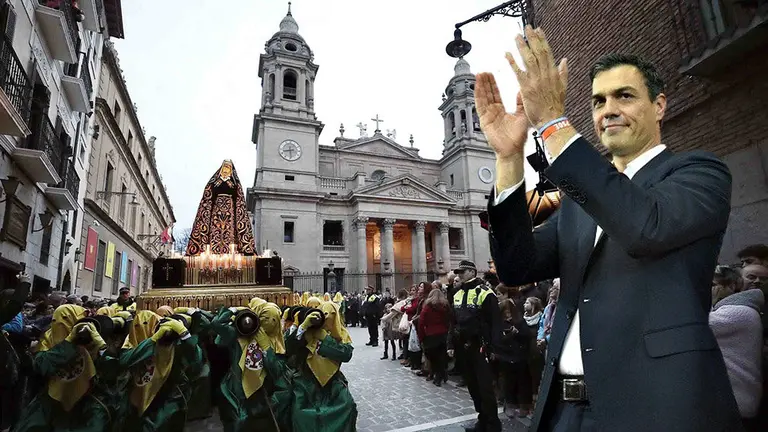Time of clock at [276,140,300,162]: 8:29
